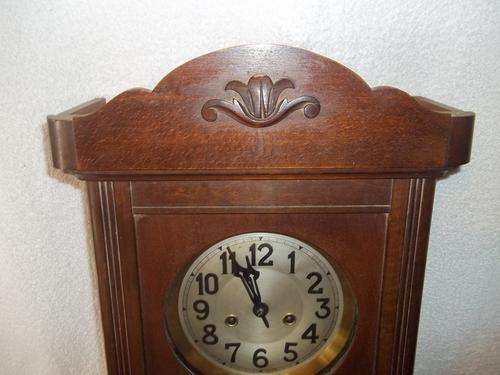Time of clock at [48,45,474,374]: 11:56
